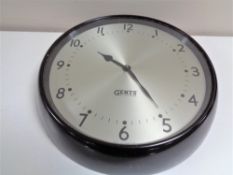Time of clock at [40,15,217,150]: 10:24
